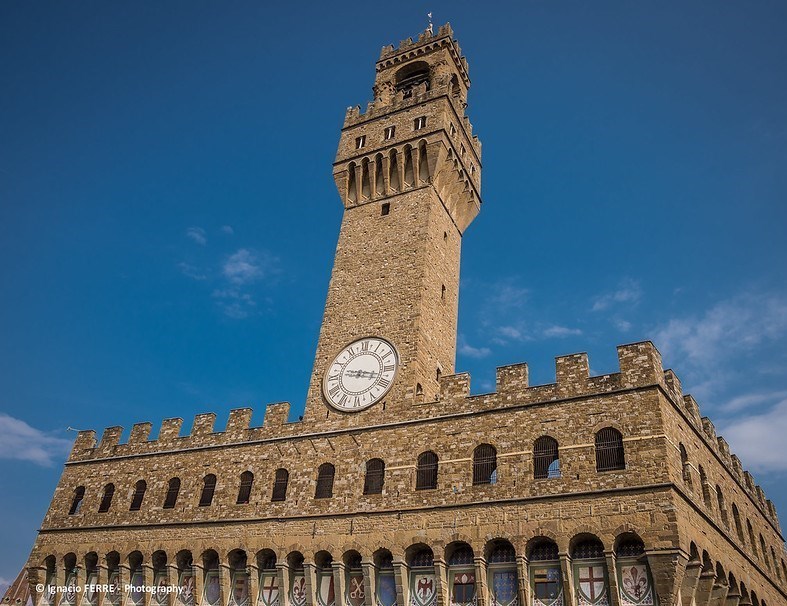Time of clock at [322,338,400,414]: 9:17
